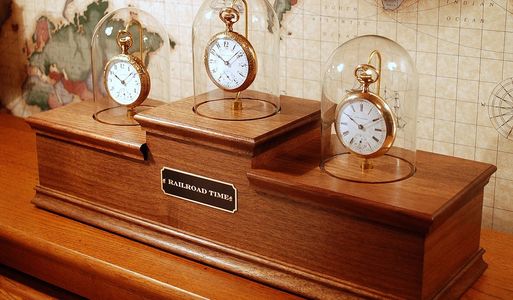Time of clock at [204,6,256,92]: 10:08
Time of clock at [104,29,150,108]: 10:08
